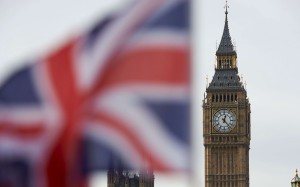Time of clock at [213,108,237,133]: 12:23
